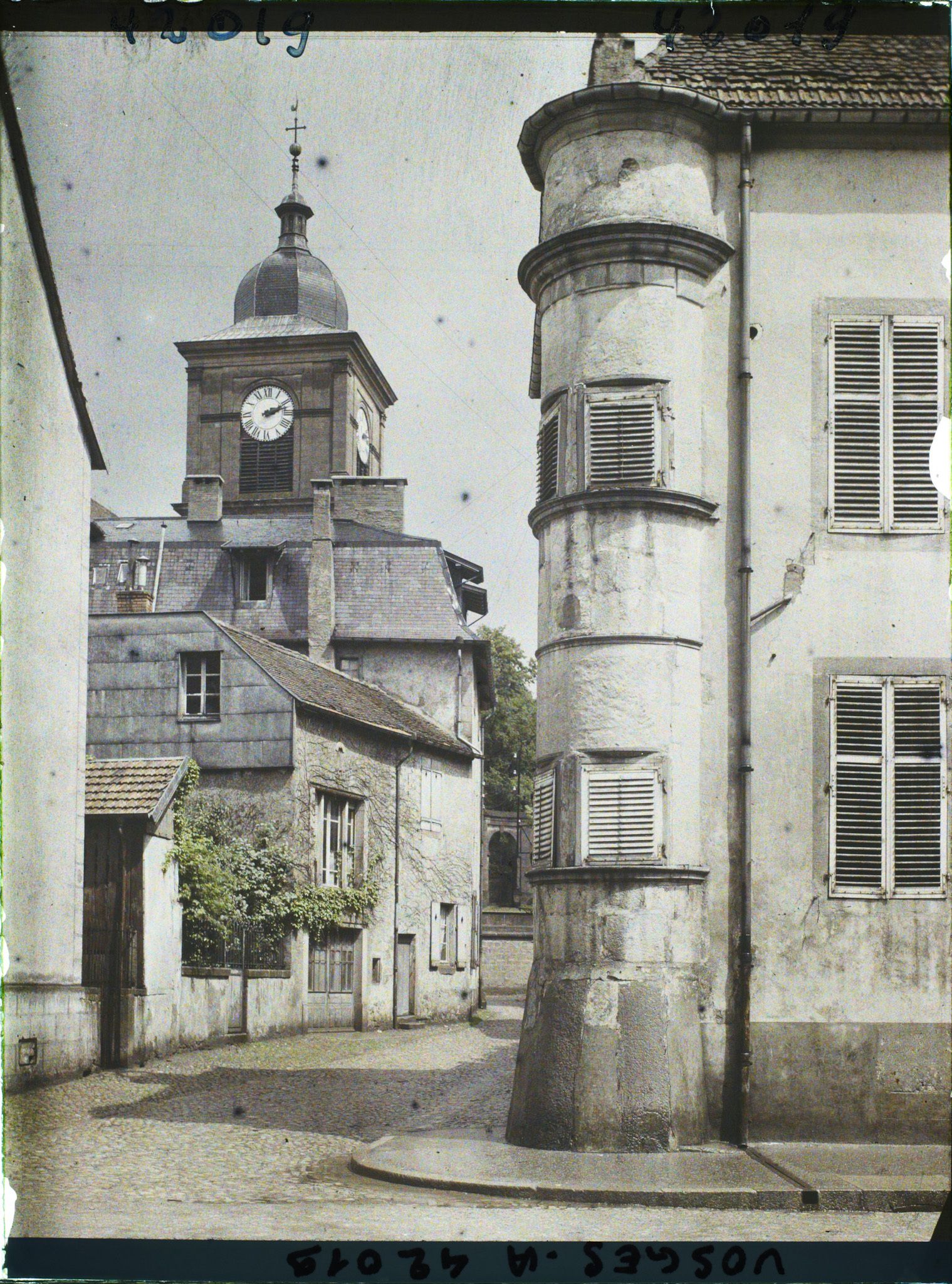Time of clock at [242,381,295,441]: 2:11
